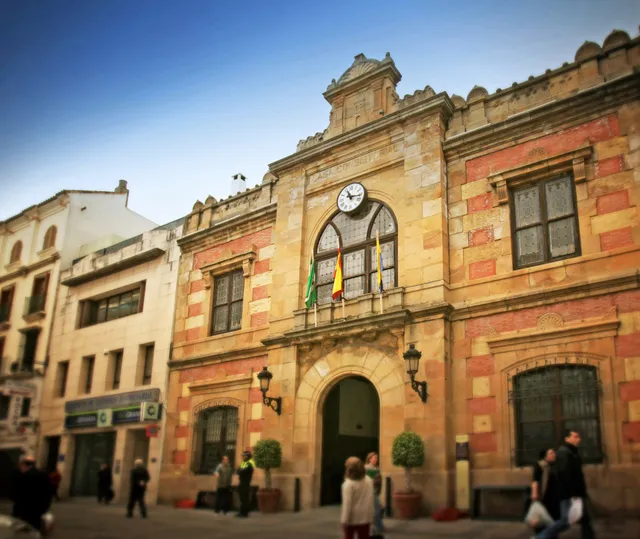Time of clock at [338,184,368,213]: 11:16
